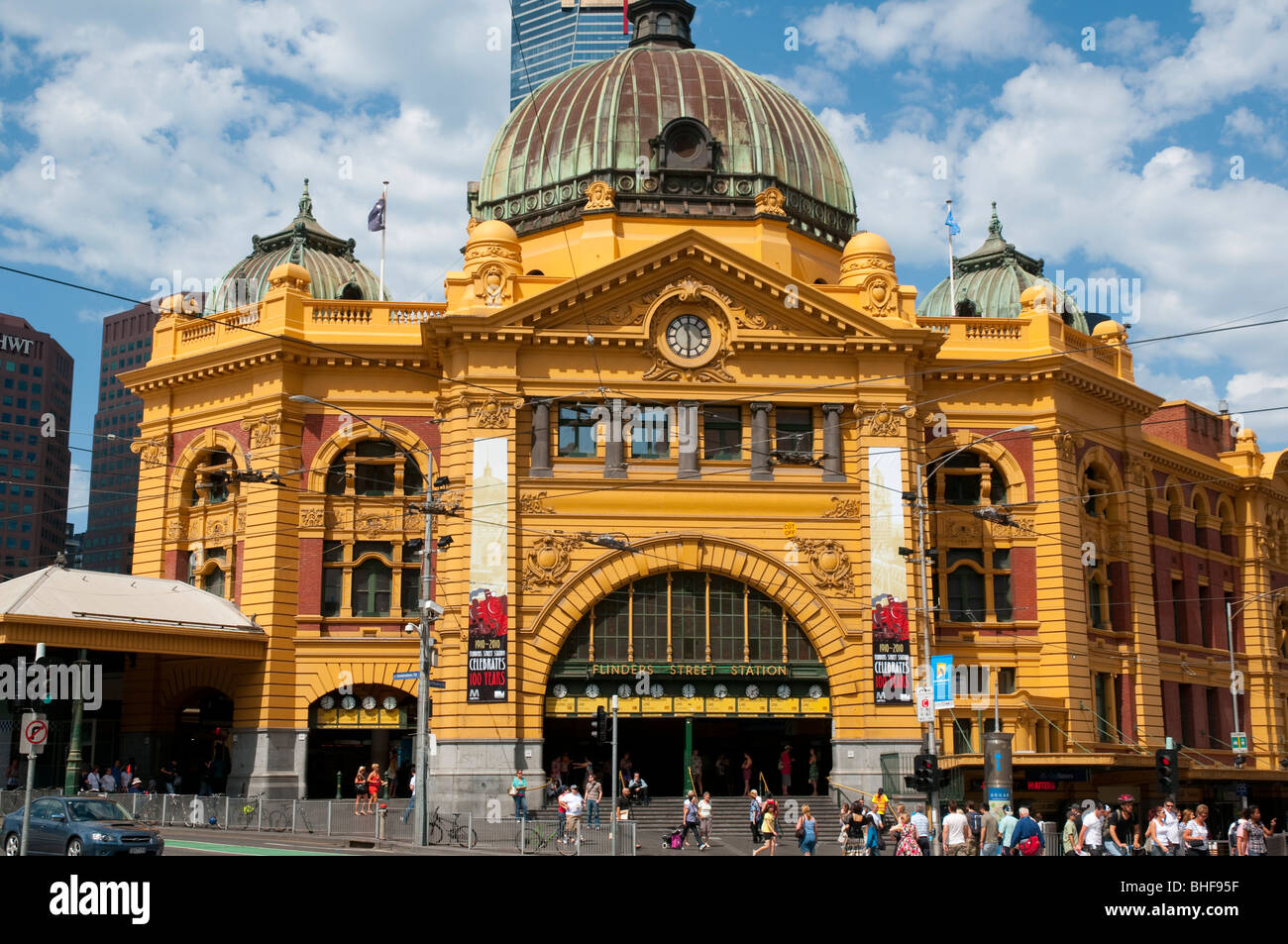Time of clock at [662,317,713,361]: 11:30
